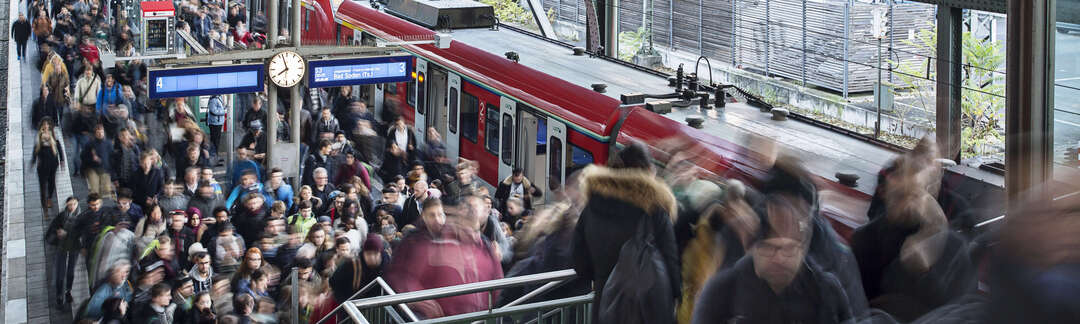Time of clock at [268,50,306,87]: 7:57
